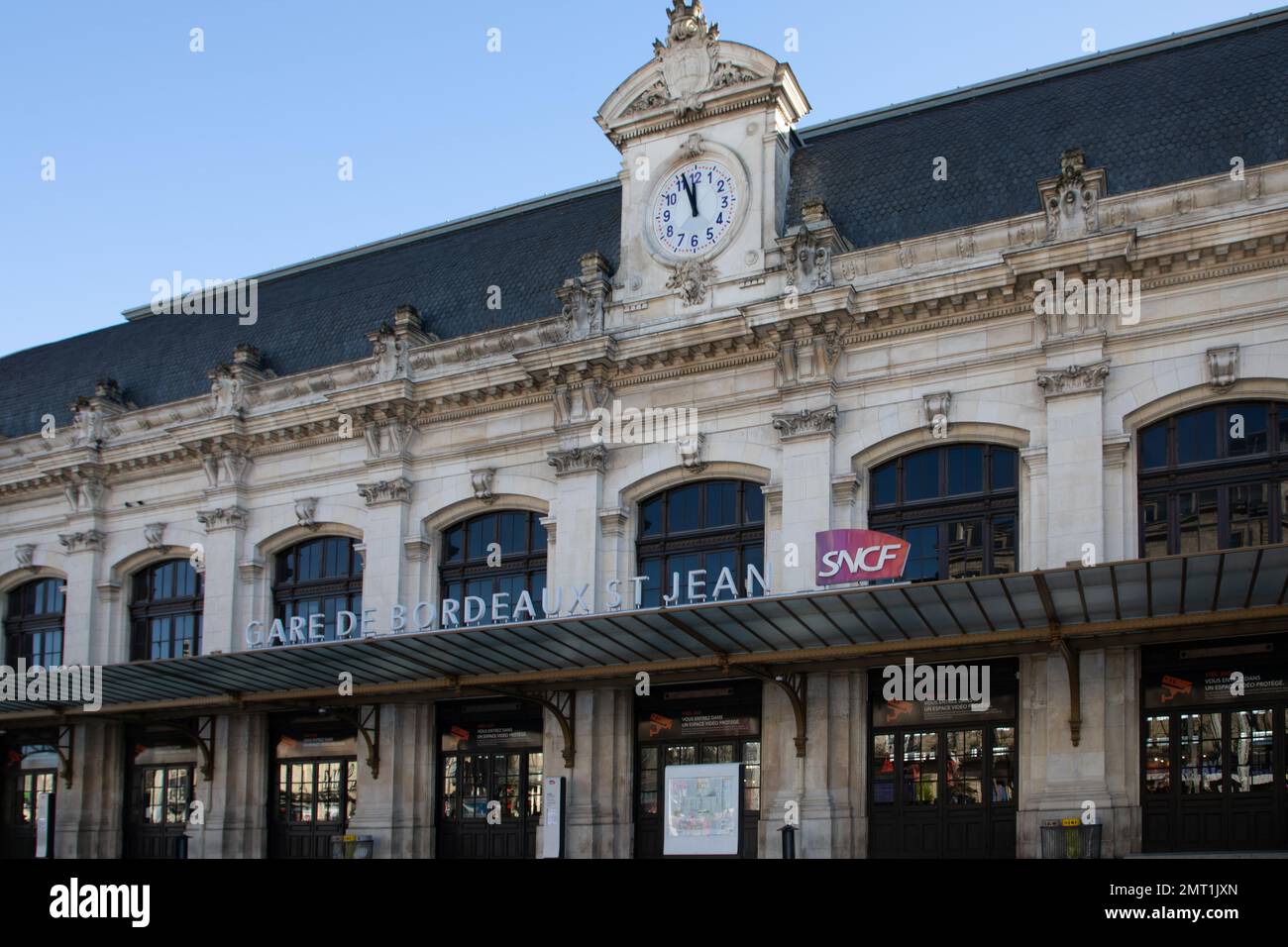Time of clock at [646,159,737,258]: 11:56
